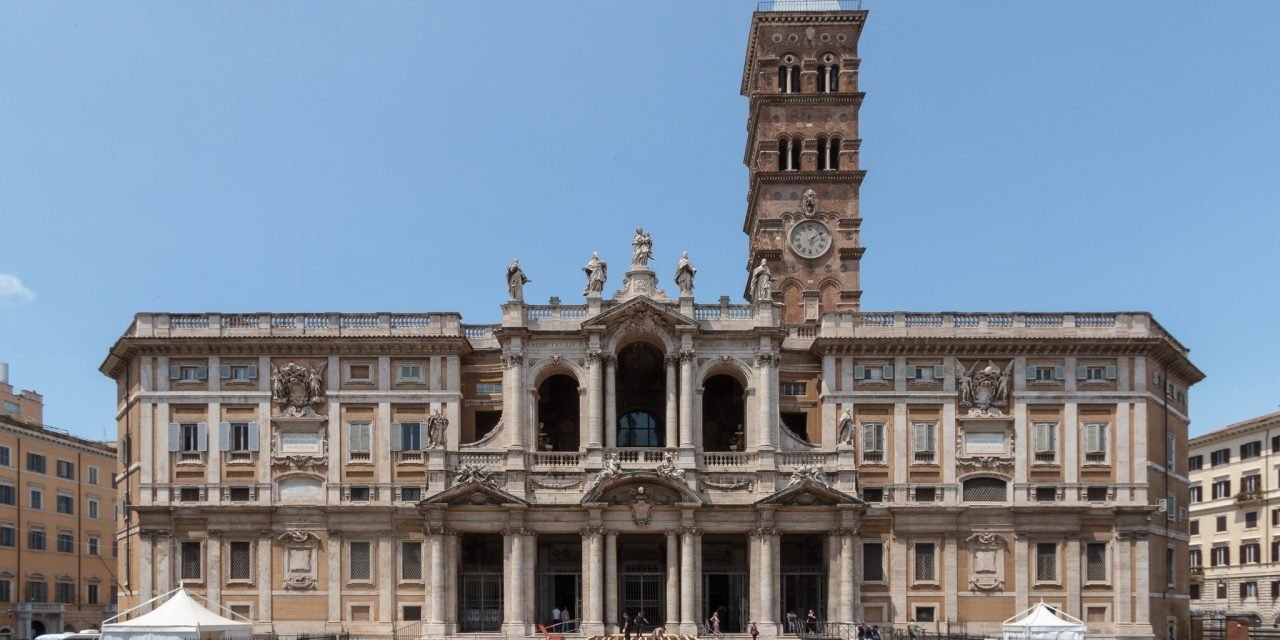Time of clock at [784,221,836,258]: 6:08
